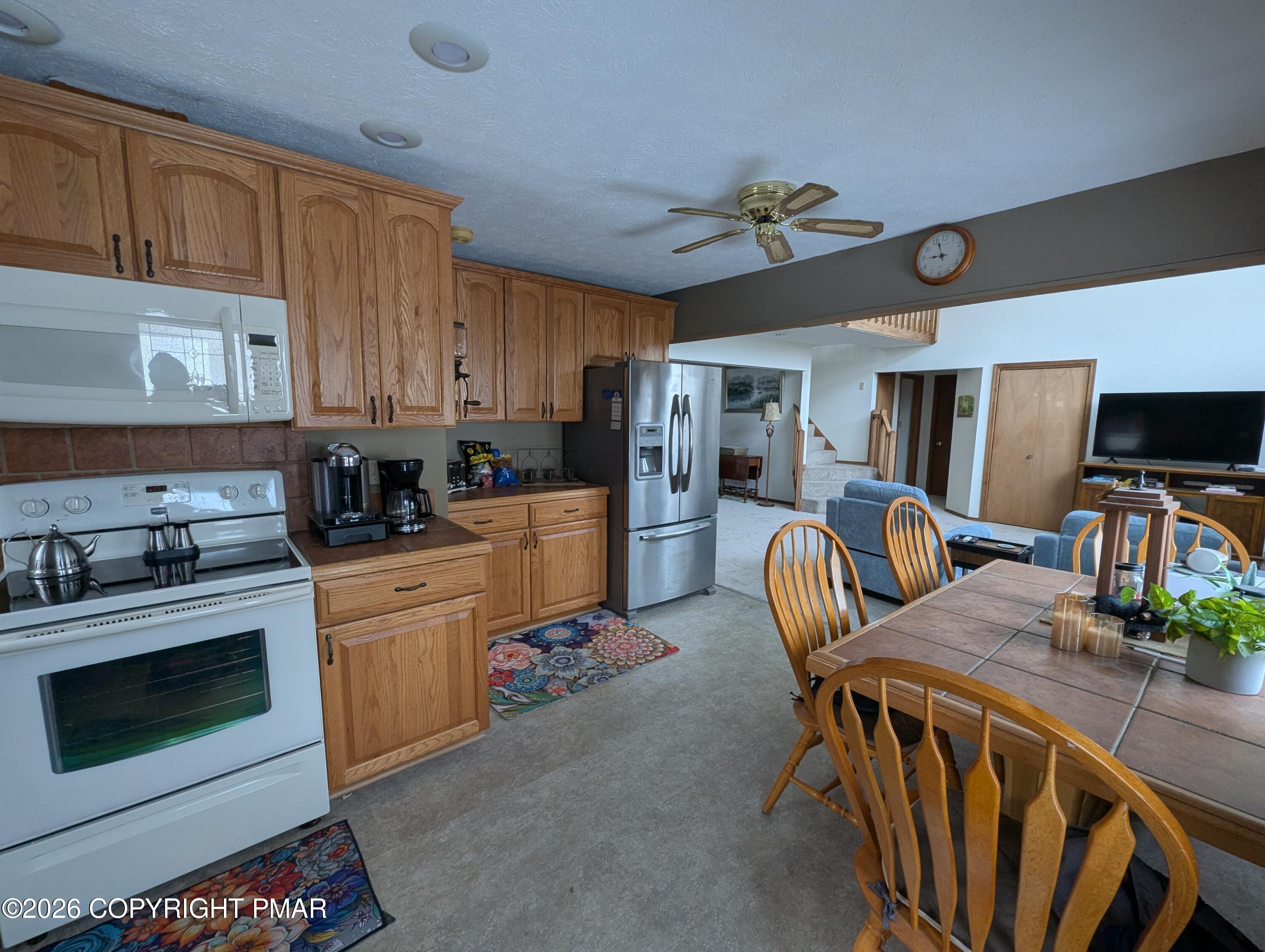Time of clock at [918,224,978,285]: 8:56
